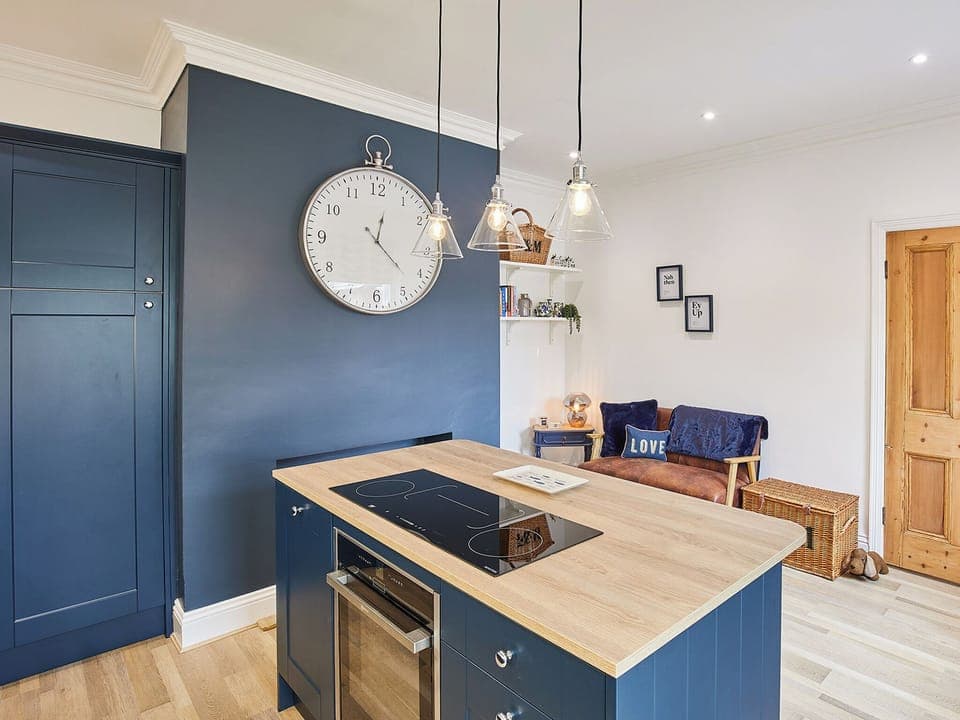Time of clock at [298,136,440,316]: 12:22
